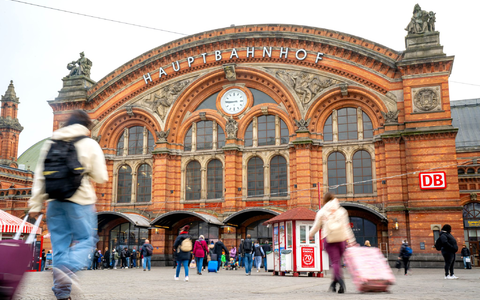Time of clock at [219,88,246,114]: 8:45
